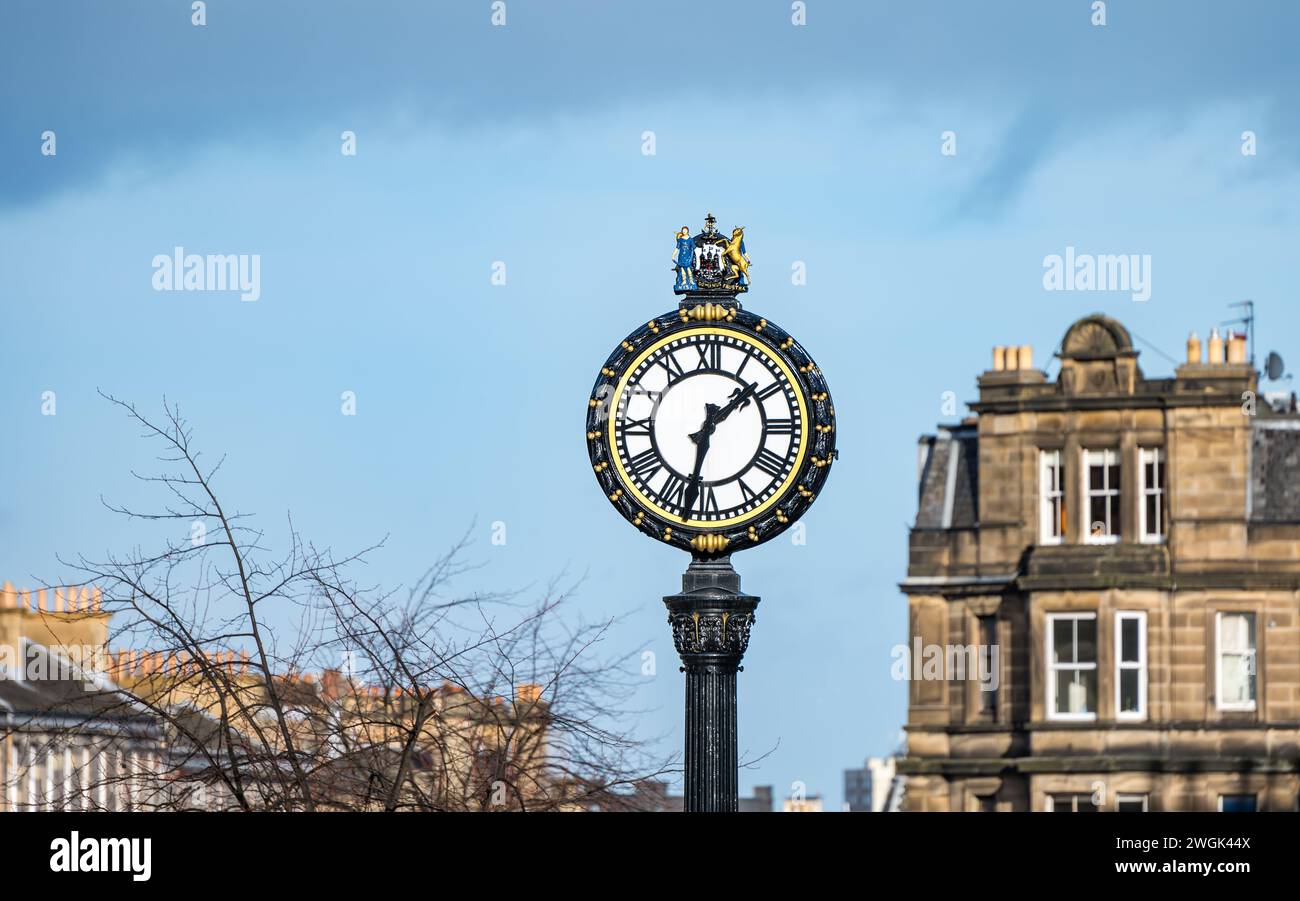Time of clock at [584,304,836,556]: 1:32
